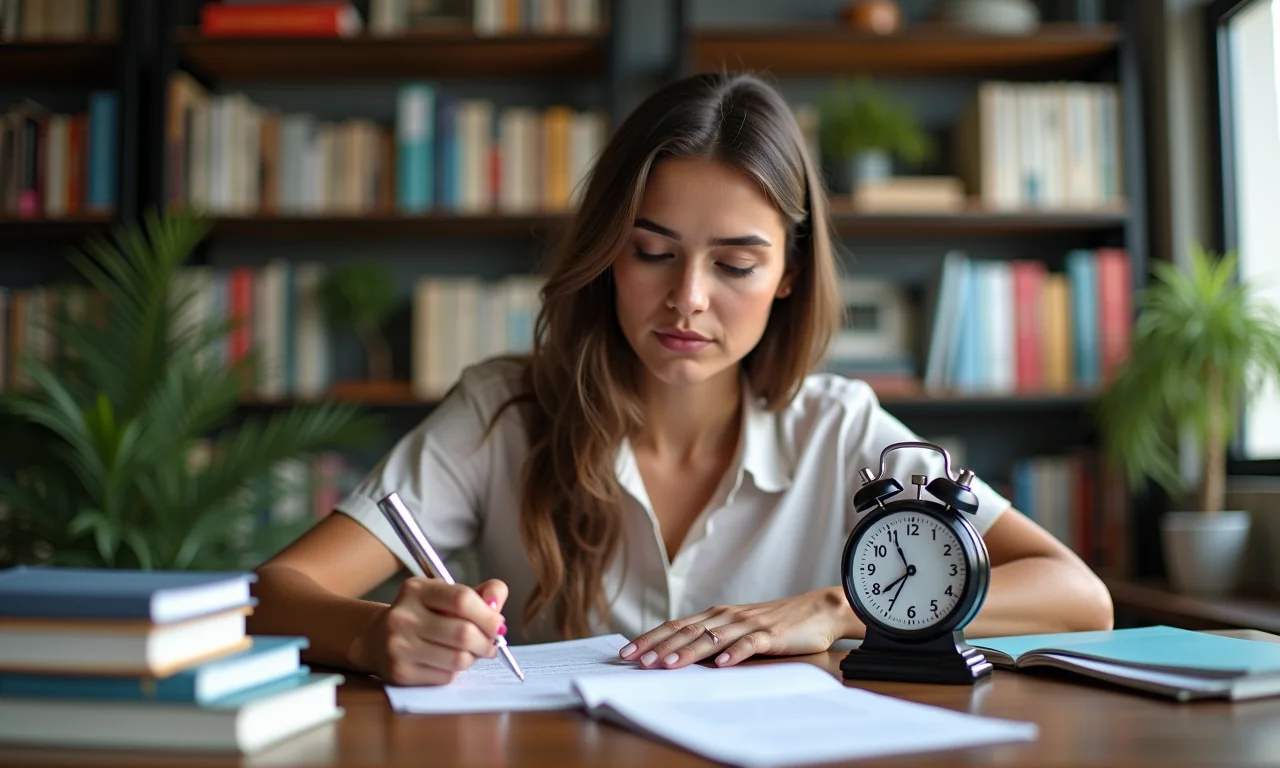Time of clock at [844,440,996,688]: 7:55
